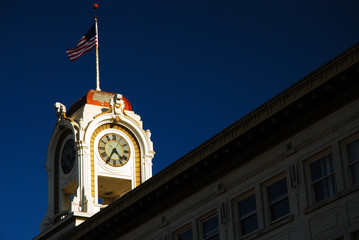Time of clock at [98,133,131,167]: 4:35
